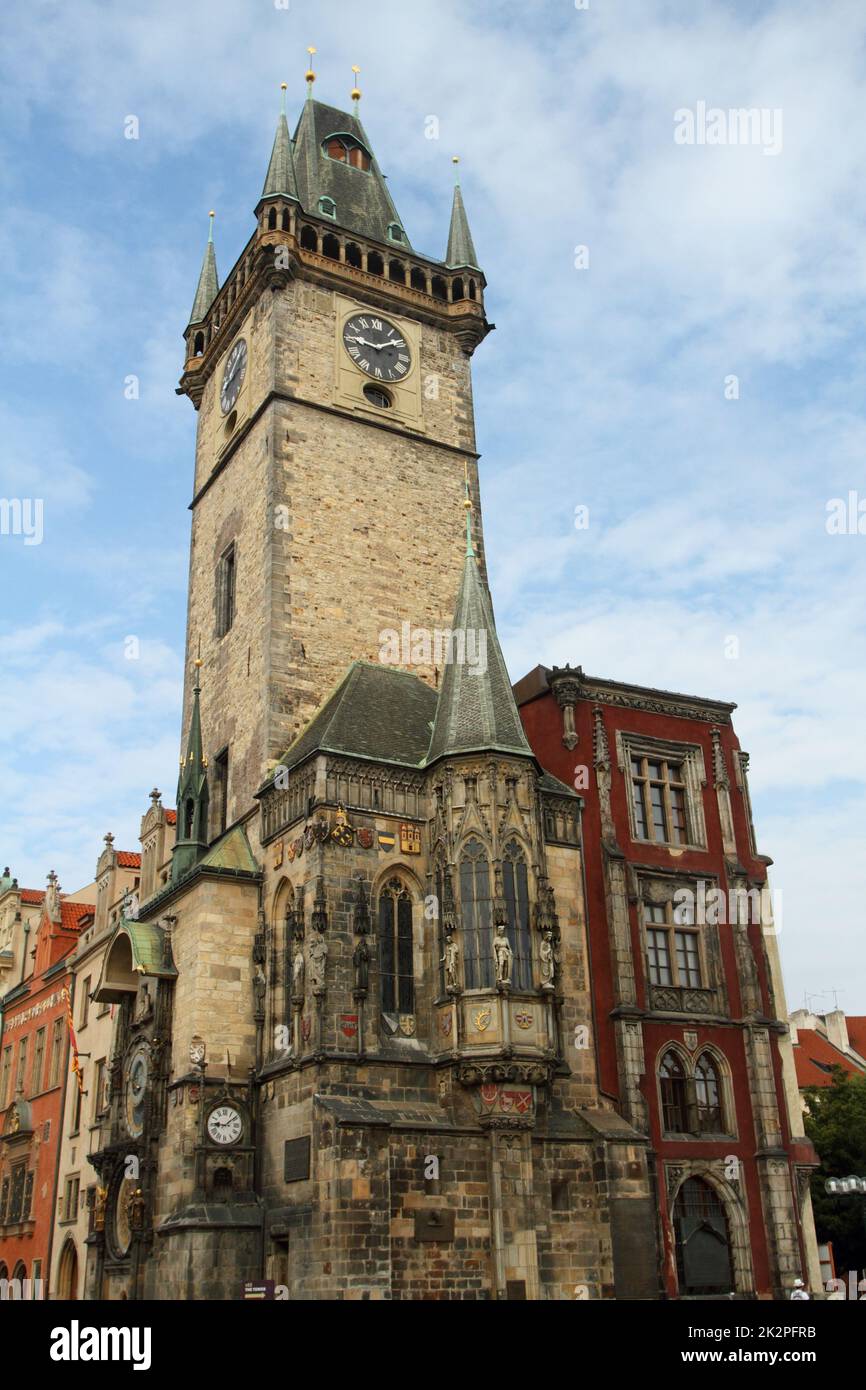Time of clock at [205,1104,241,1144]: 9:08
